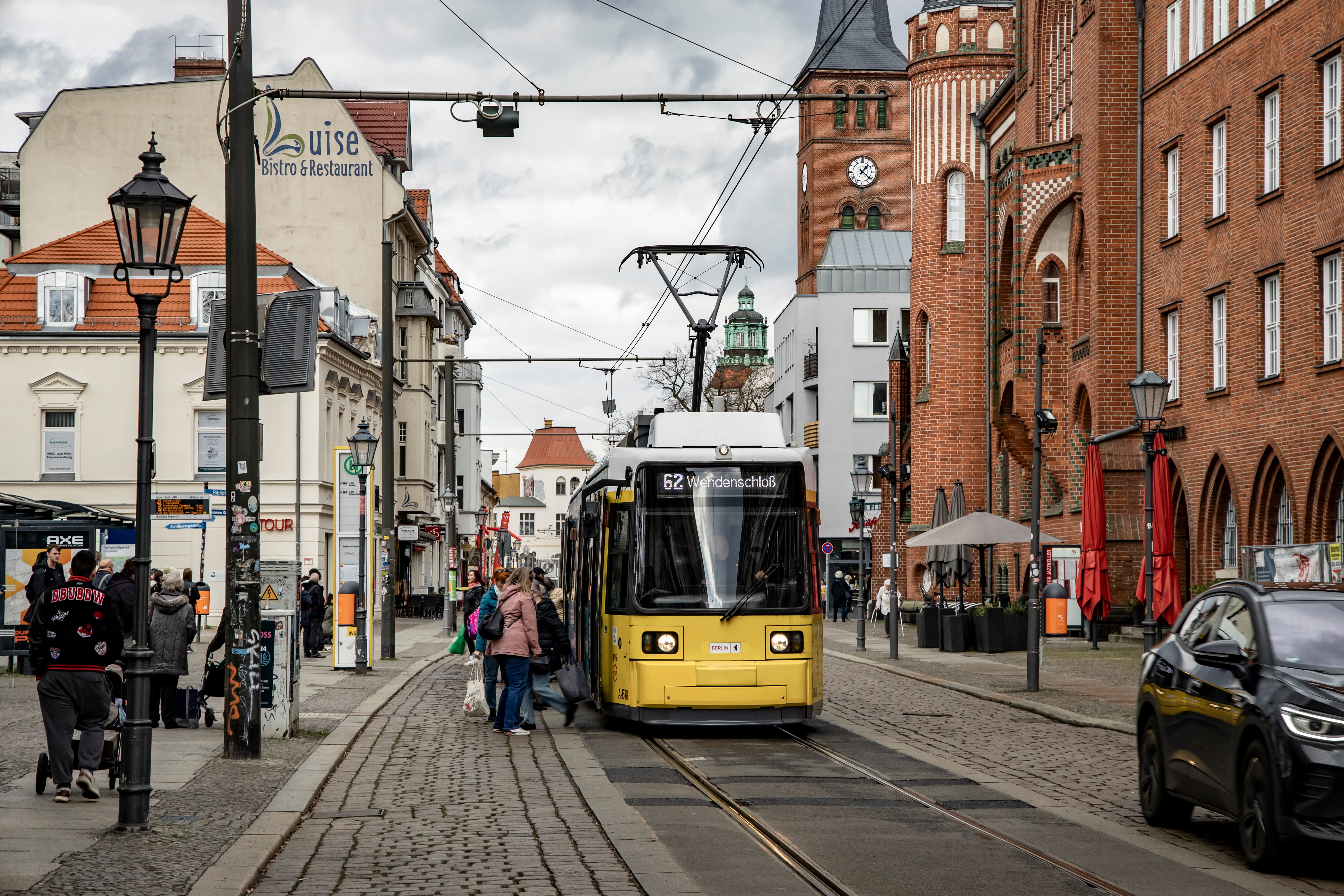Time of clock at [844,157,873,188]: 1:21
